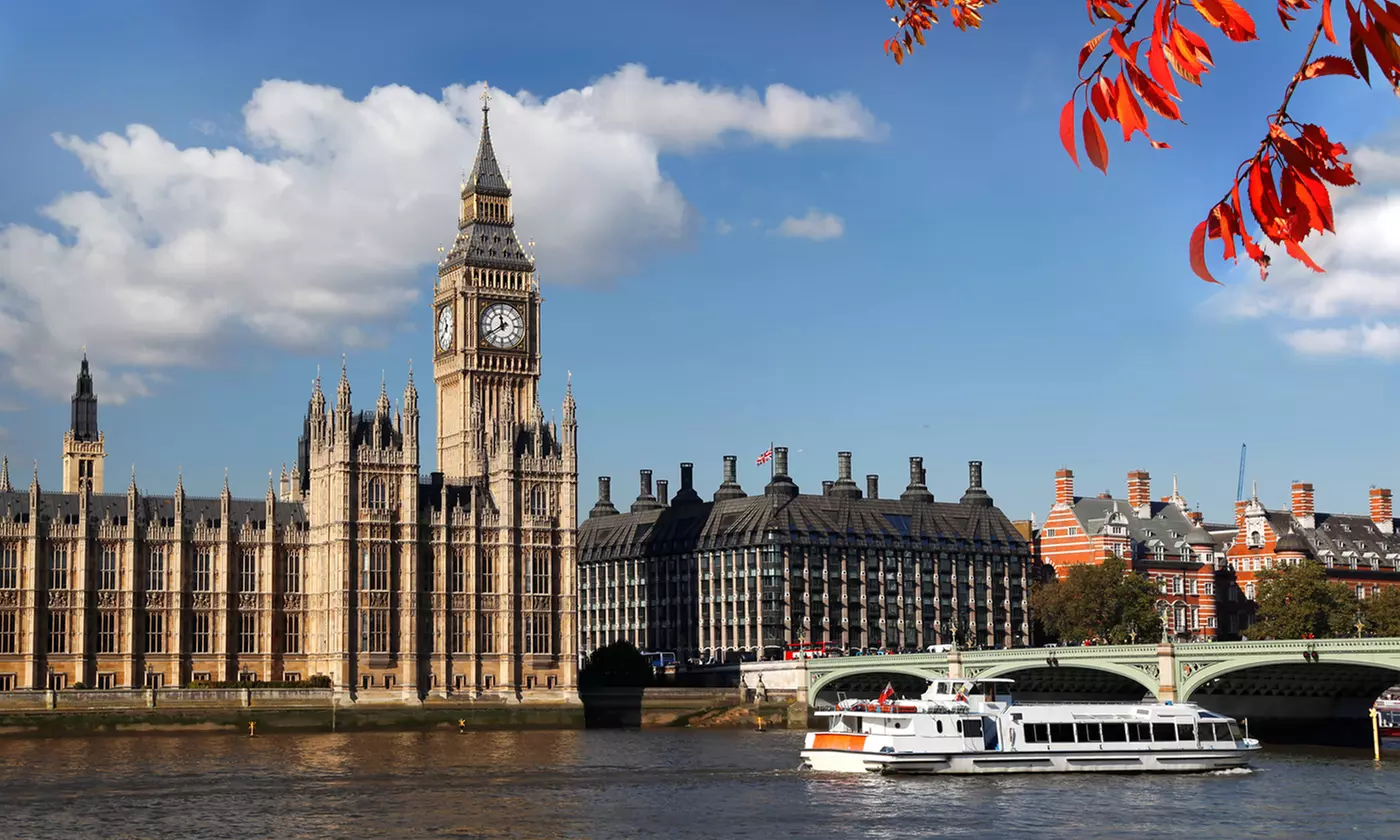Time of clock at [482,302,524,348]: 11:39
